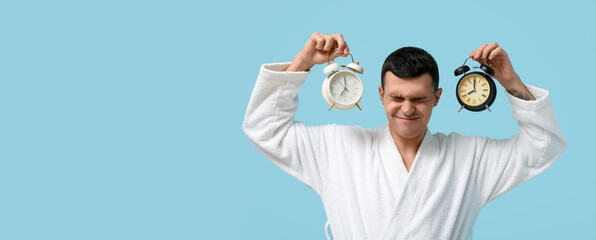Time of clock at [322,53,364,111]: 7:00
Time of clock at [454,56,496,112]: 8:00
